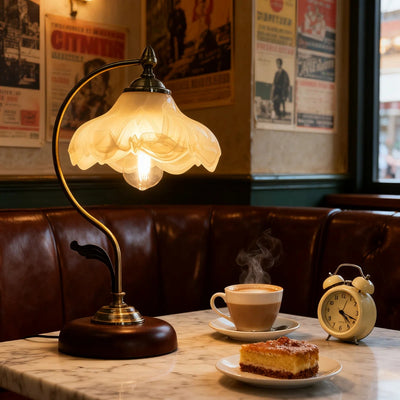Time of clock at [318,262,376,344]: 4:18
